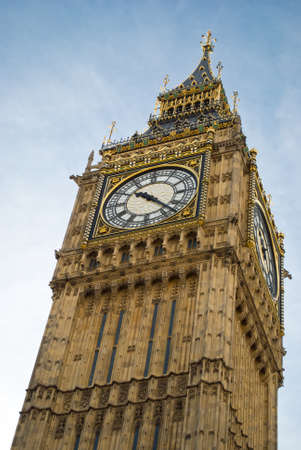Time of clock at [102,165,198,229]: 10:22
